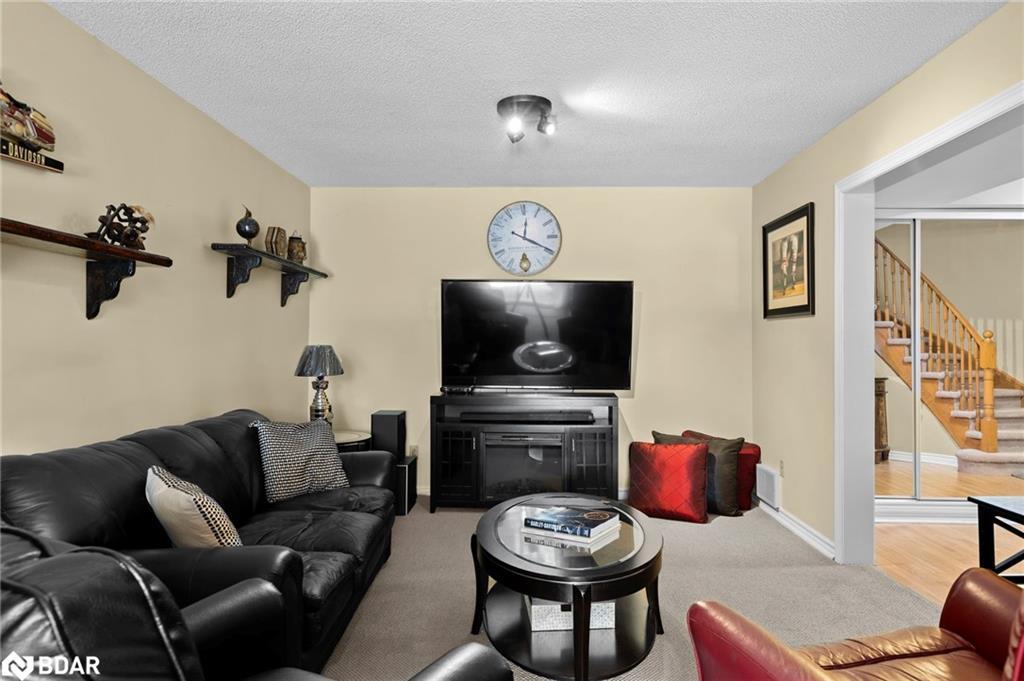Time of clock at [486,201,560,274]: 12:19
